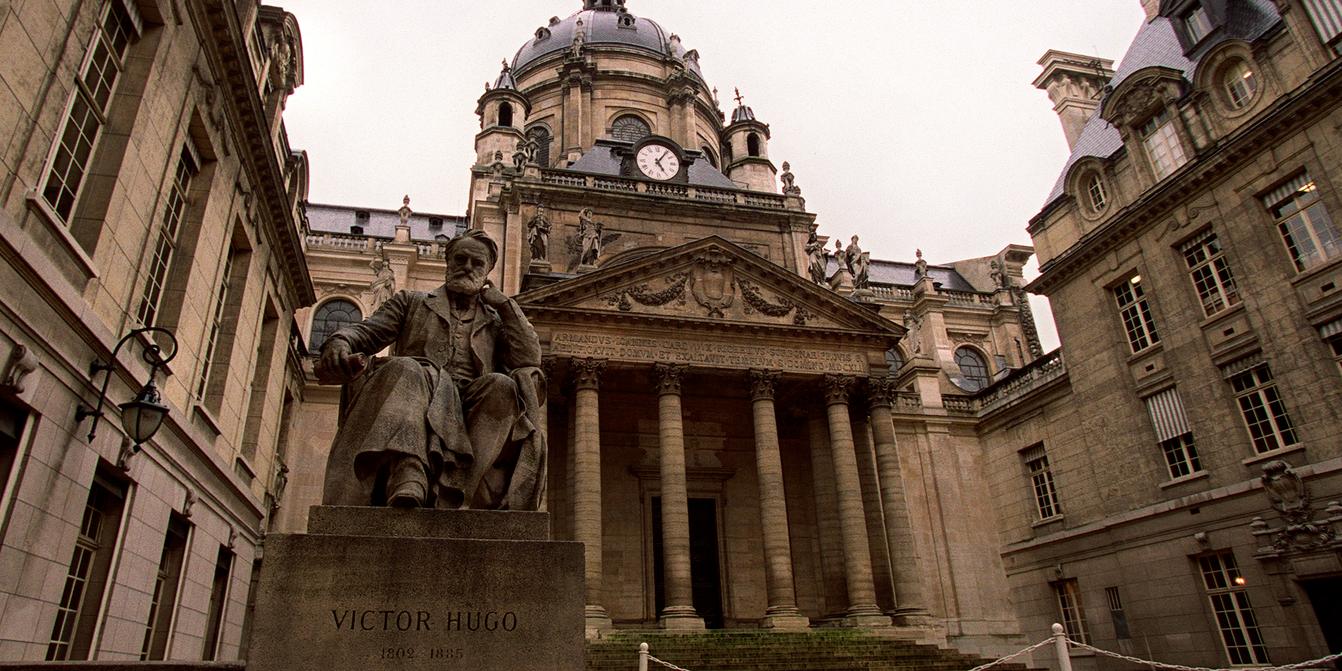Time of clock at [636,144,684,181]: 5:05
